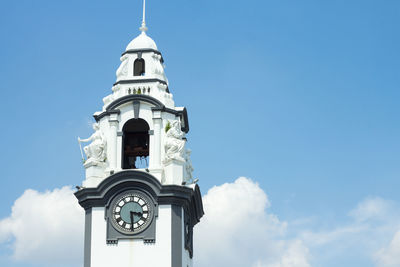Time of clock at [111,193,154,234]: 3:29
